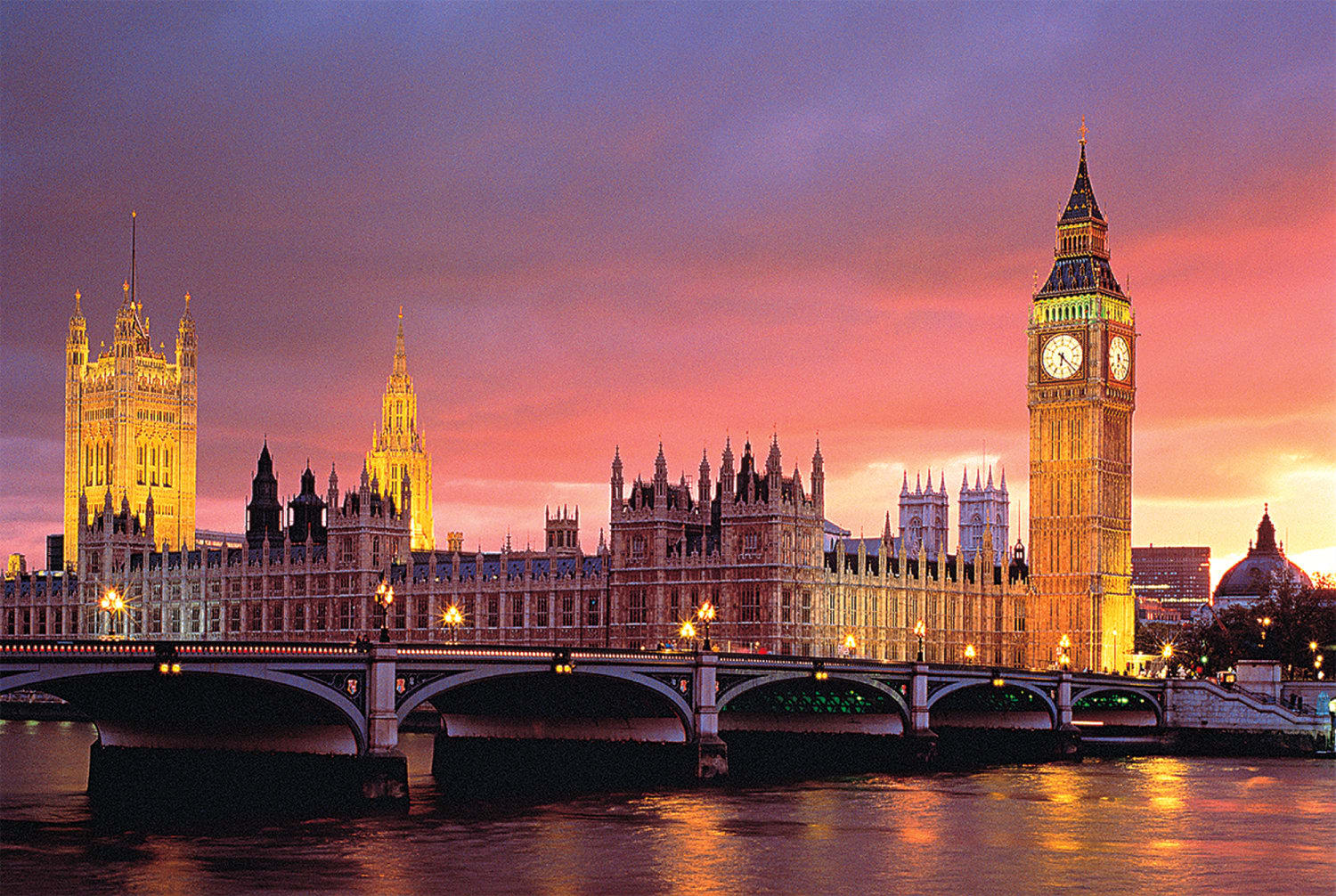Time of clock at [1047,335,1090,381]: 6:22
